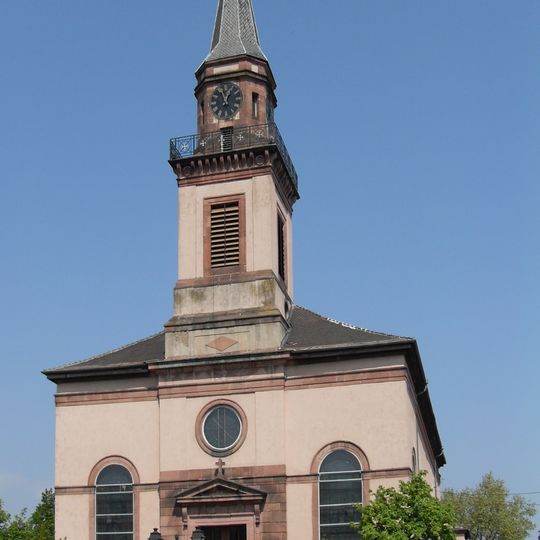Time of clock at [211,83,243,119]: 12:57
